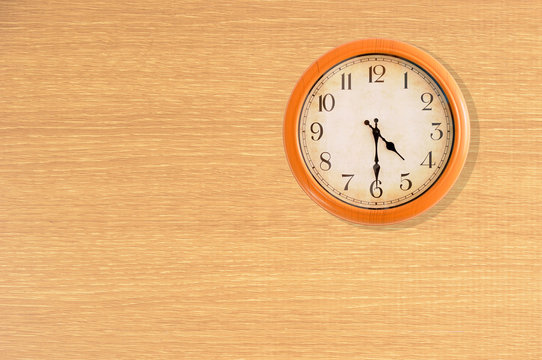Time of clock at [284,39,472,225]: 4:29
